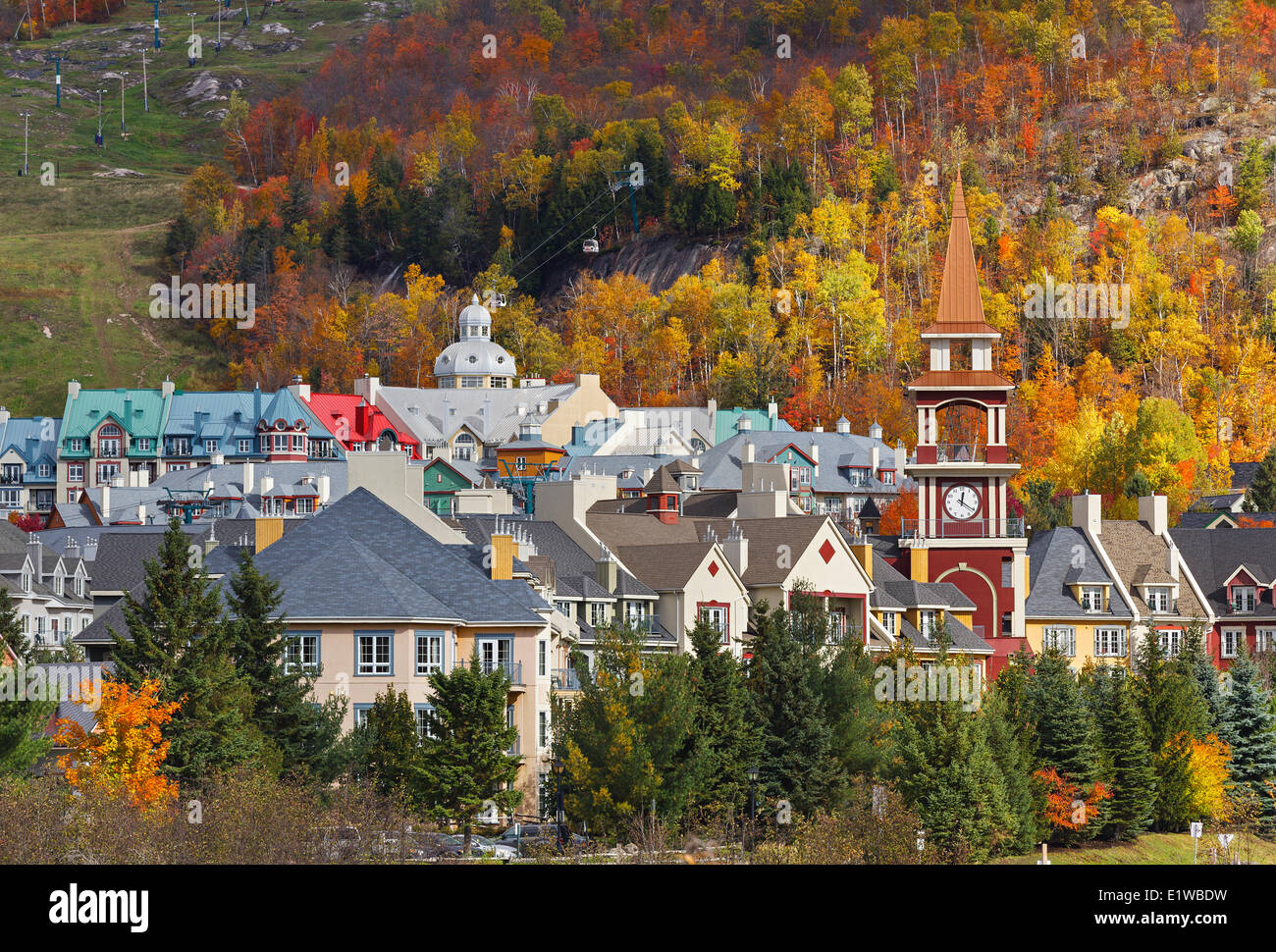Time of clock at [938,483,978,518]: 12:20
